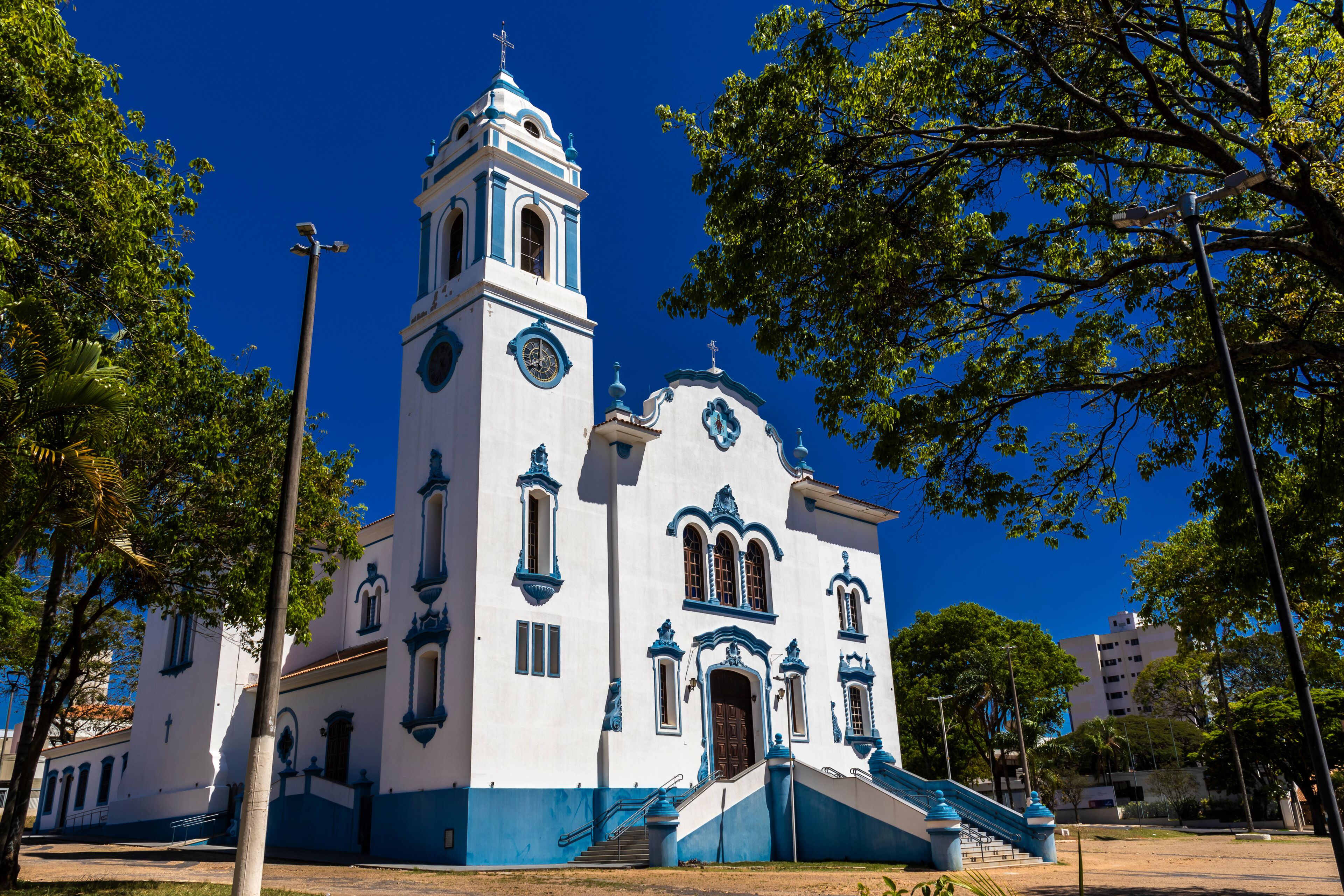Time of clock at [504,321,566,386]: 8:00
